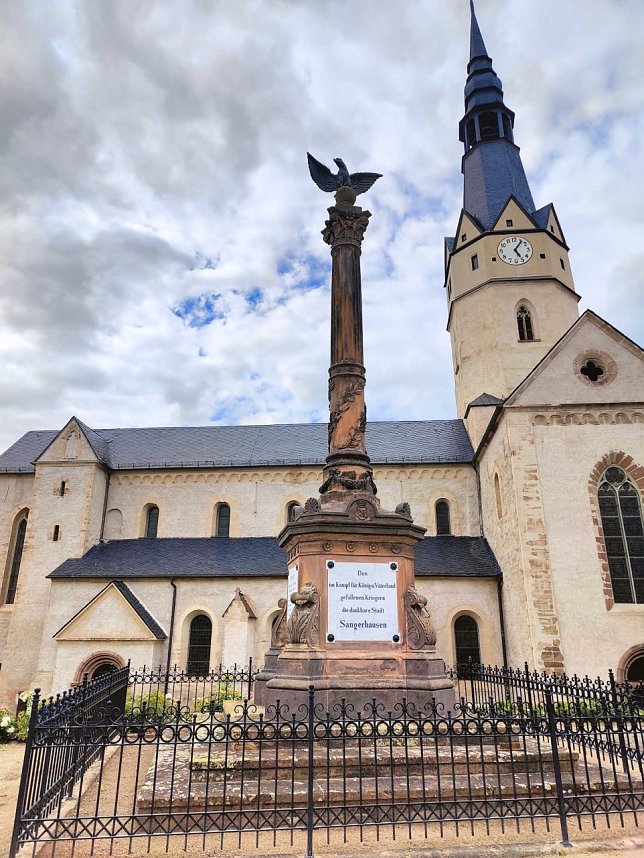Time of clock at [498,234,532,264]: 5:06
